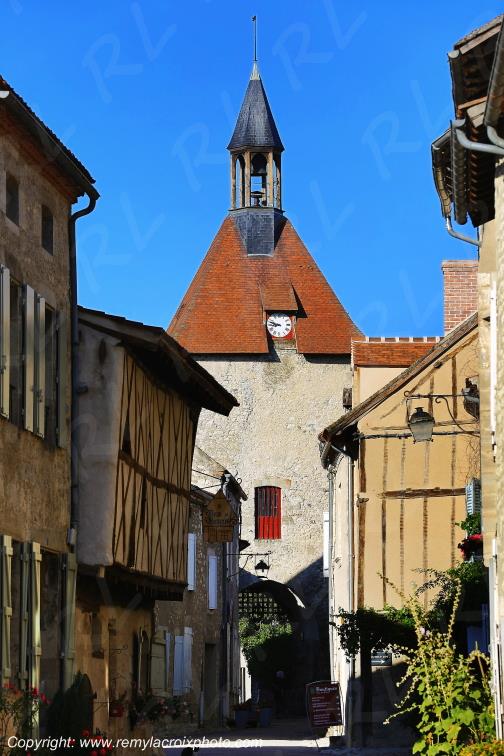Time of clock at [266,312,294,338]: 8:47
